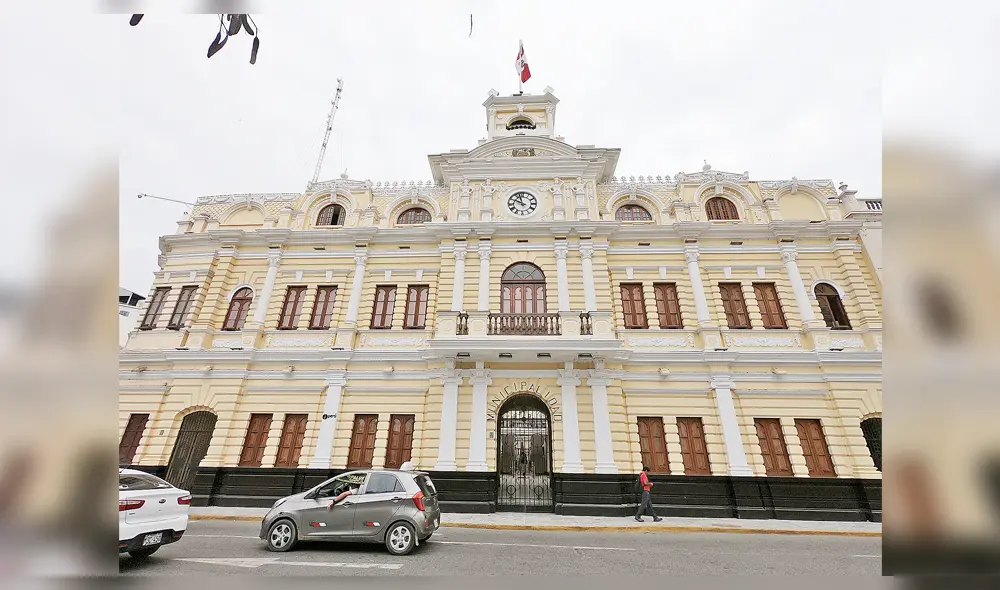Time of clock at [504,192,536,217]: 9:57
